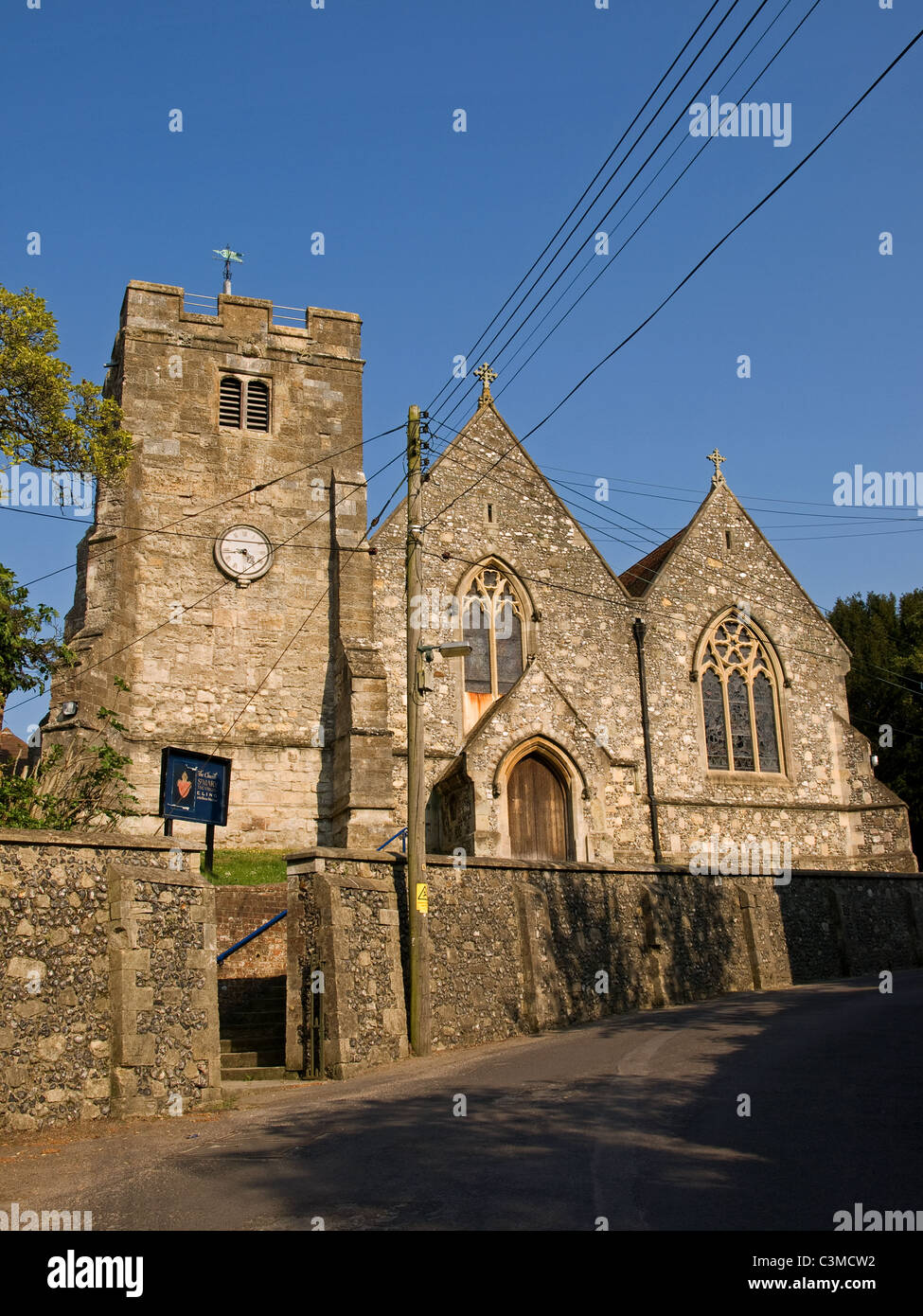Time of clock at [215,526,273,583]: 4:43
